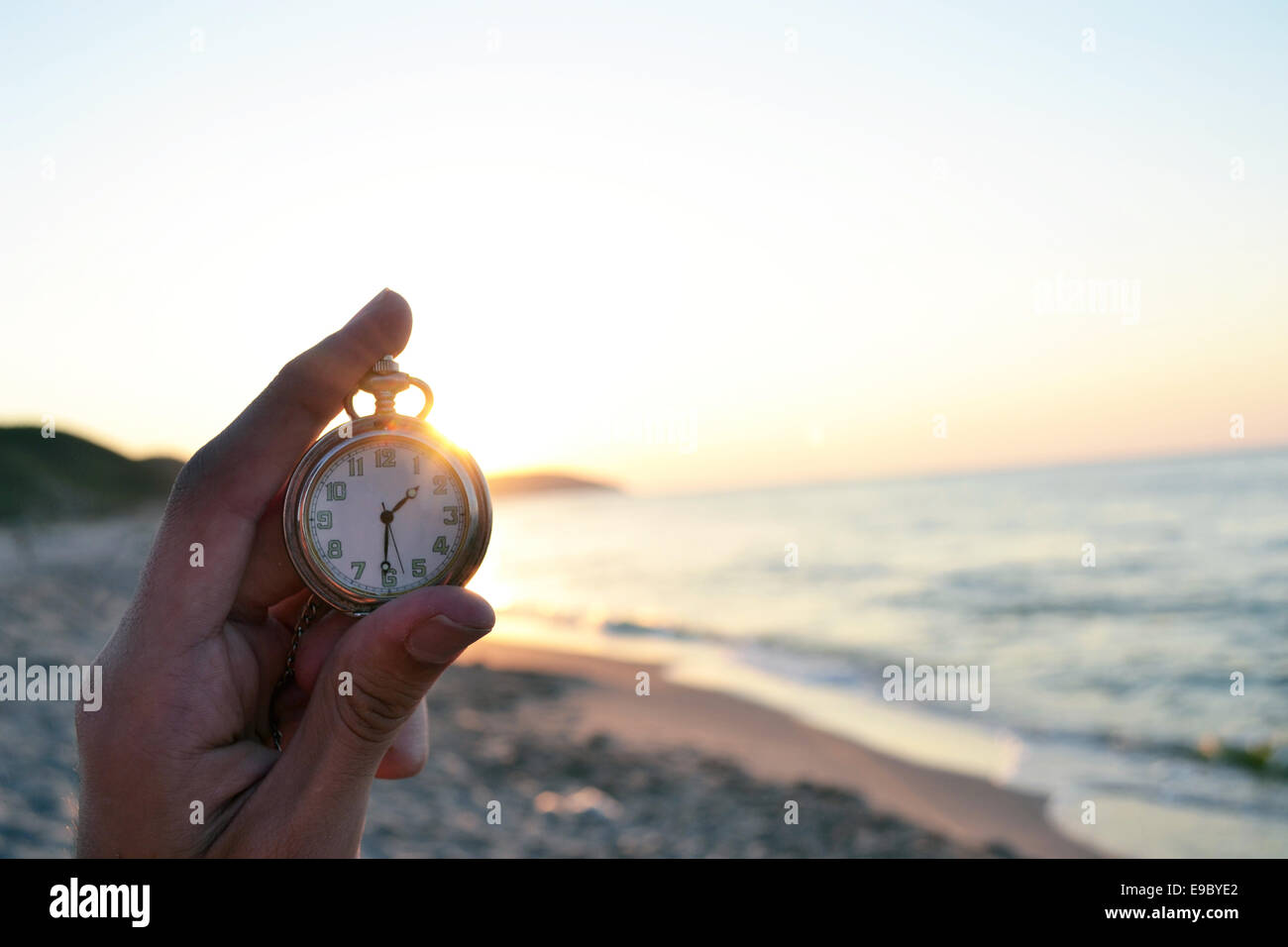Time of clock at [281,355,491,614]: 1:30
